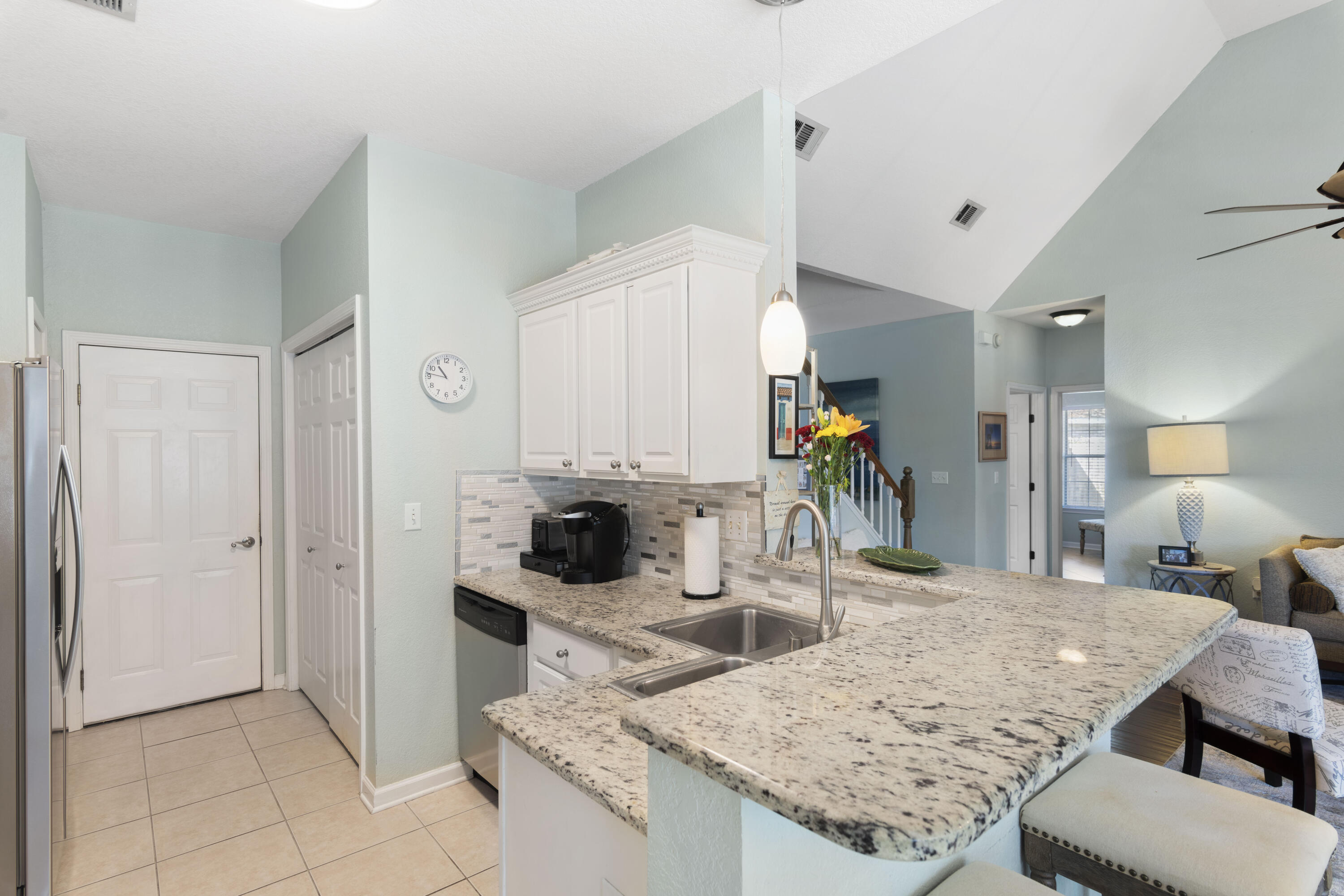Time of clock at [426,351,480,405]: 10:46
